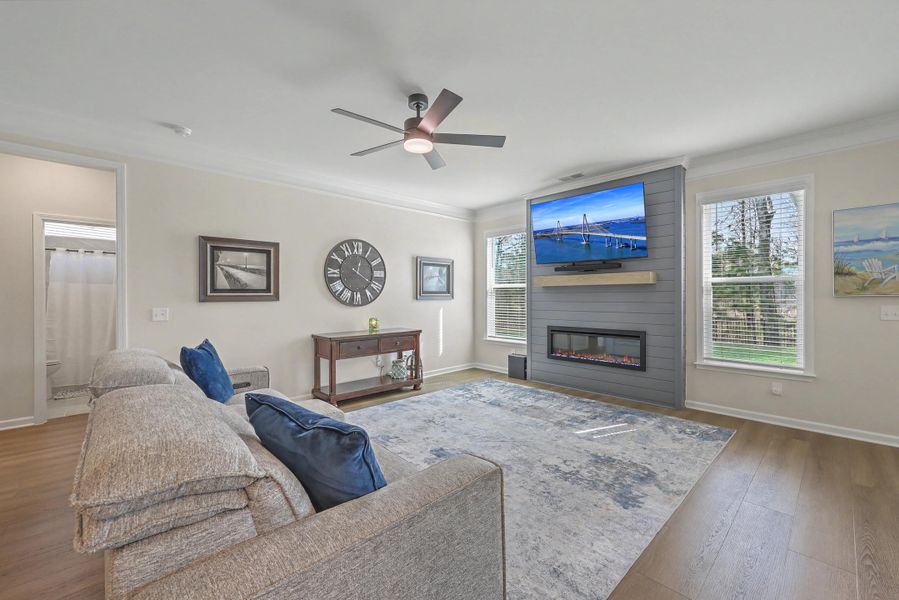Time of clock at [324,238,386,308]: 12:20
